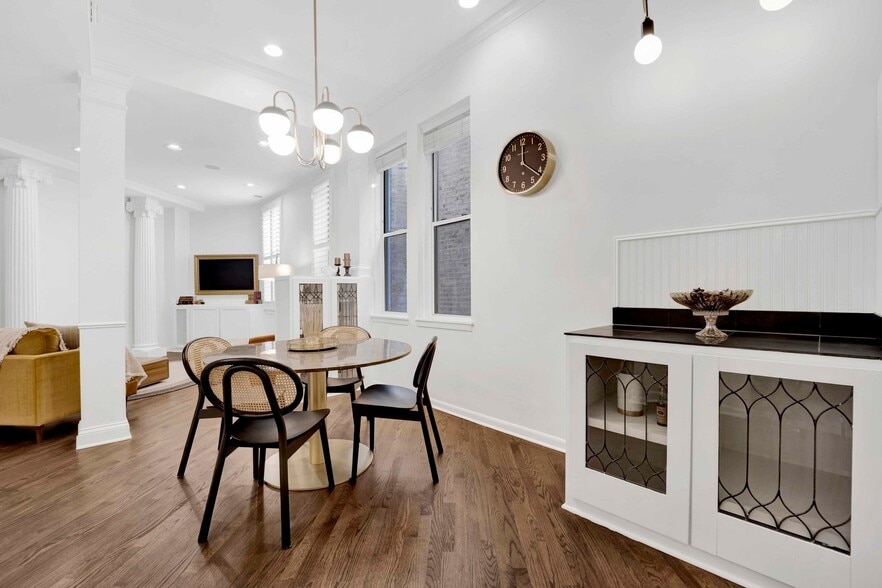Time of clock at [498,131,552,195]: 12:21
